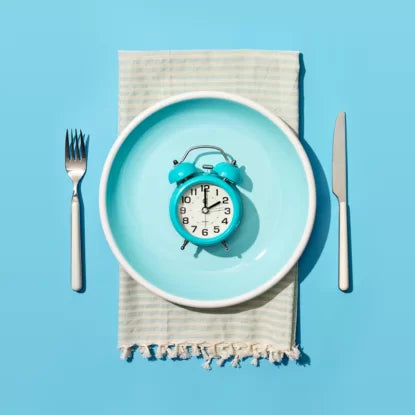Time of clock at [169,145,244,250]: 2:00
